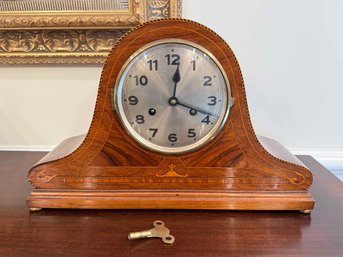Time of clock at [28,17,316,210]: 12:19
